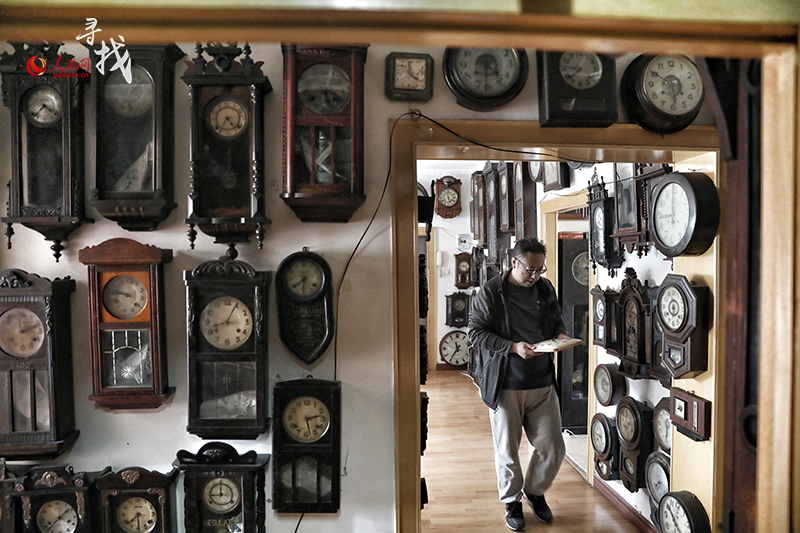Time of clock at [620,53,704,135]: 5:50
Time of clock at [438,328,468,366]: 11:35
